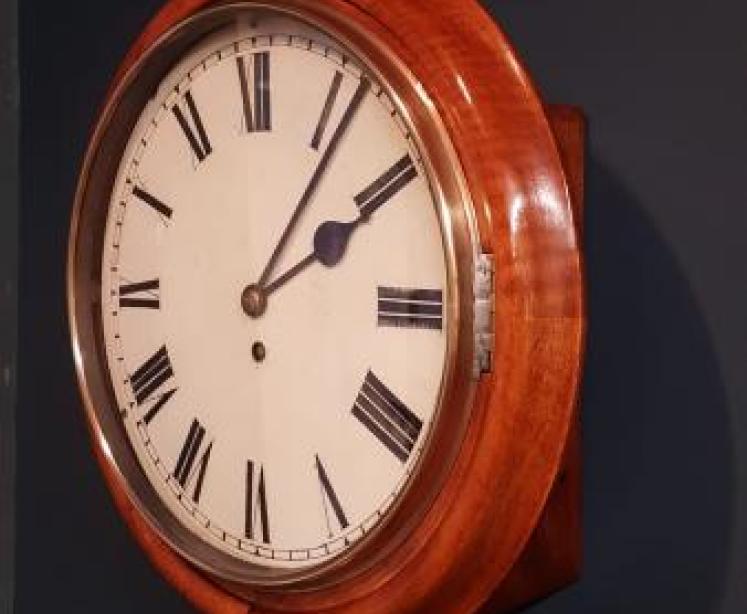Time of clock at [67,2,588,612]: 2:06
